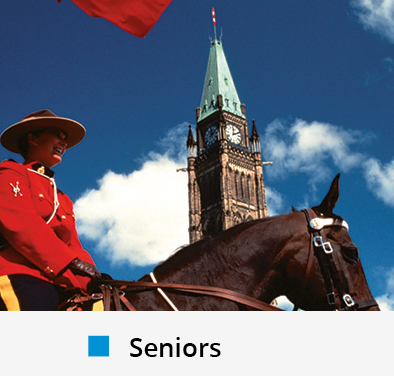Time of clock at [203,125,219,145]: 12:07
